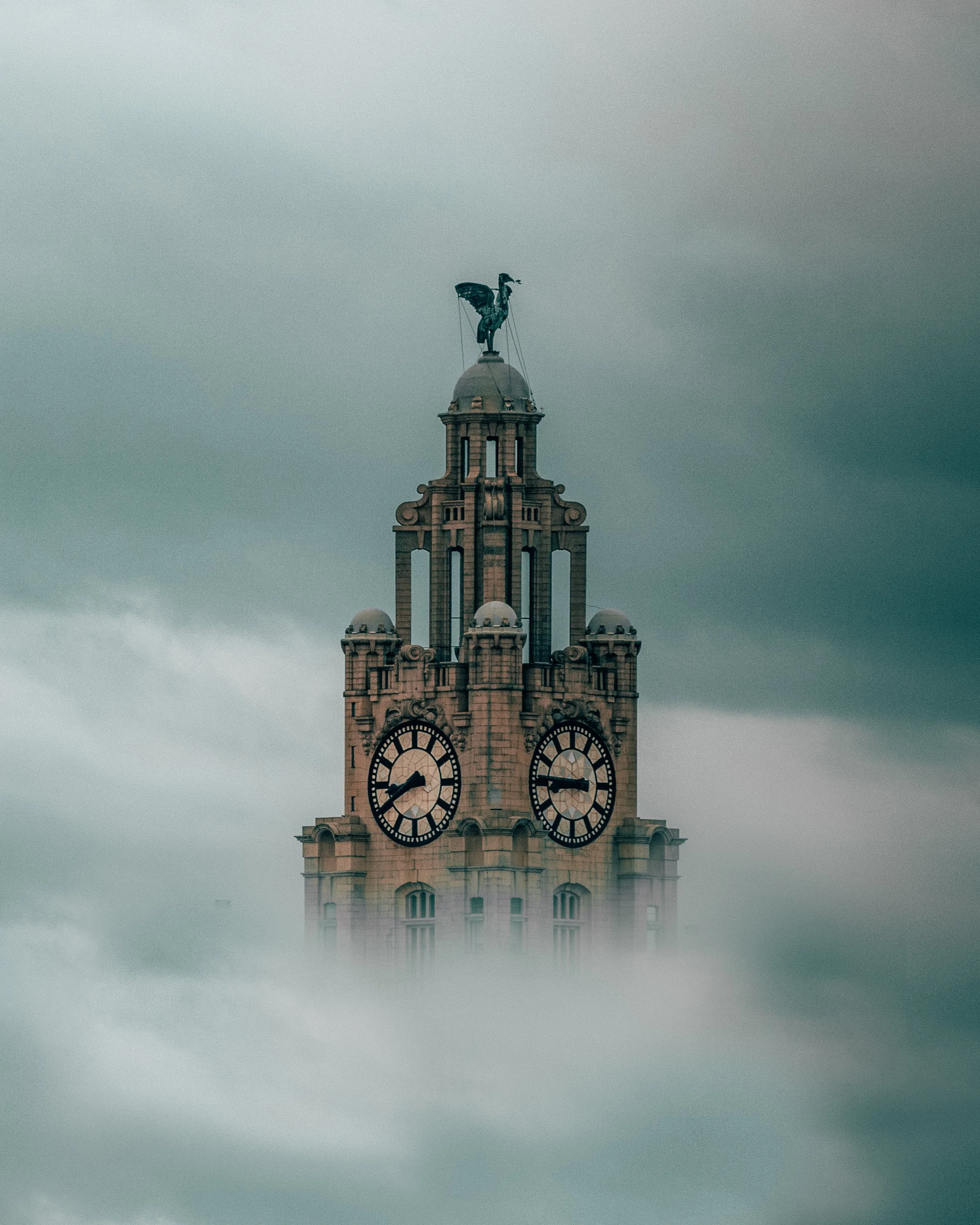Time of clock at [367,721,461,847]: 8:40
